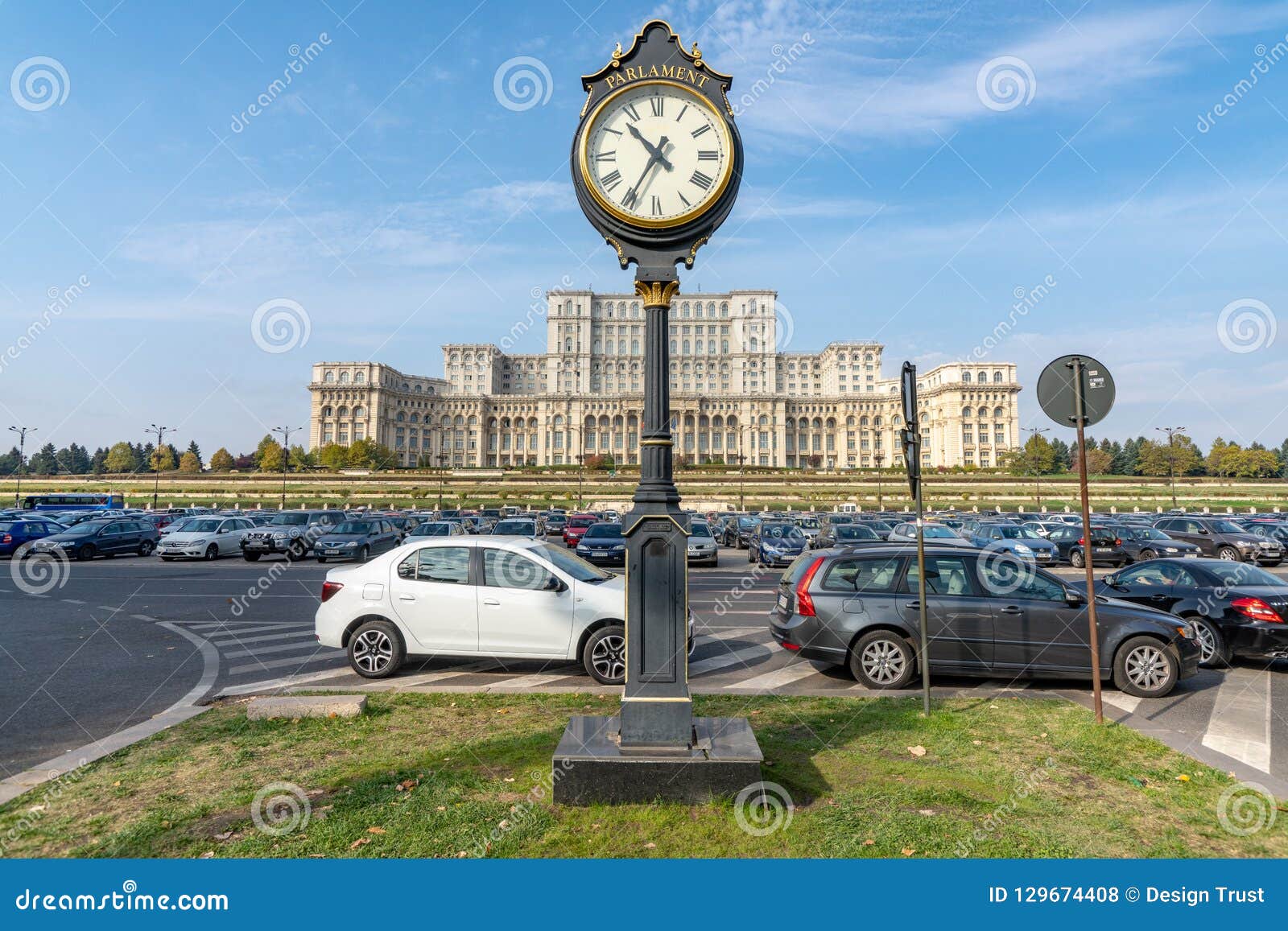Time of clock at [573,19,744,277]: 10:35
